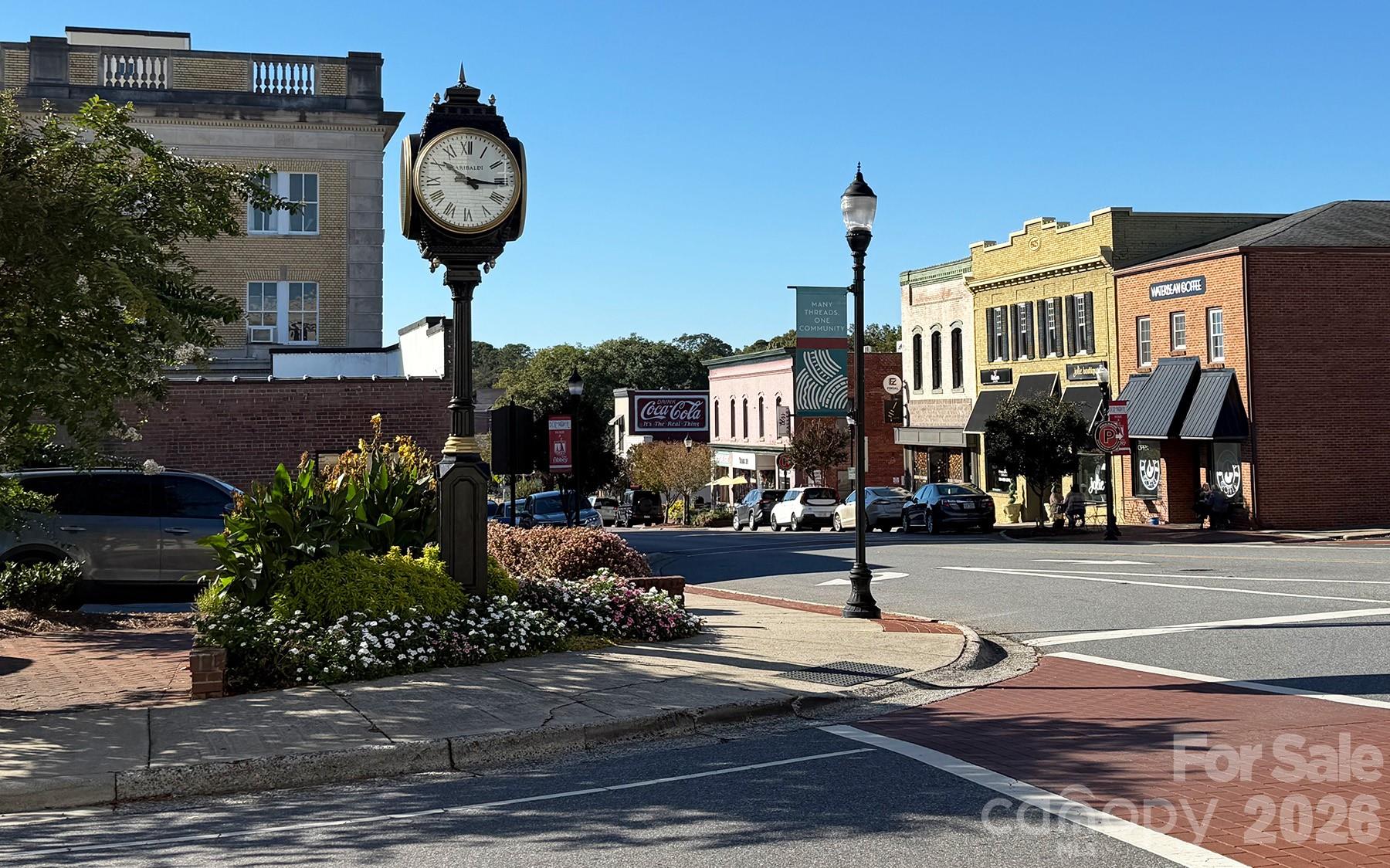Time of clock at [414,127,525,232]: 10:15
